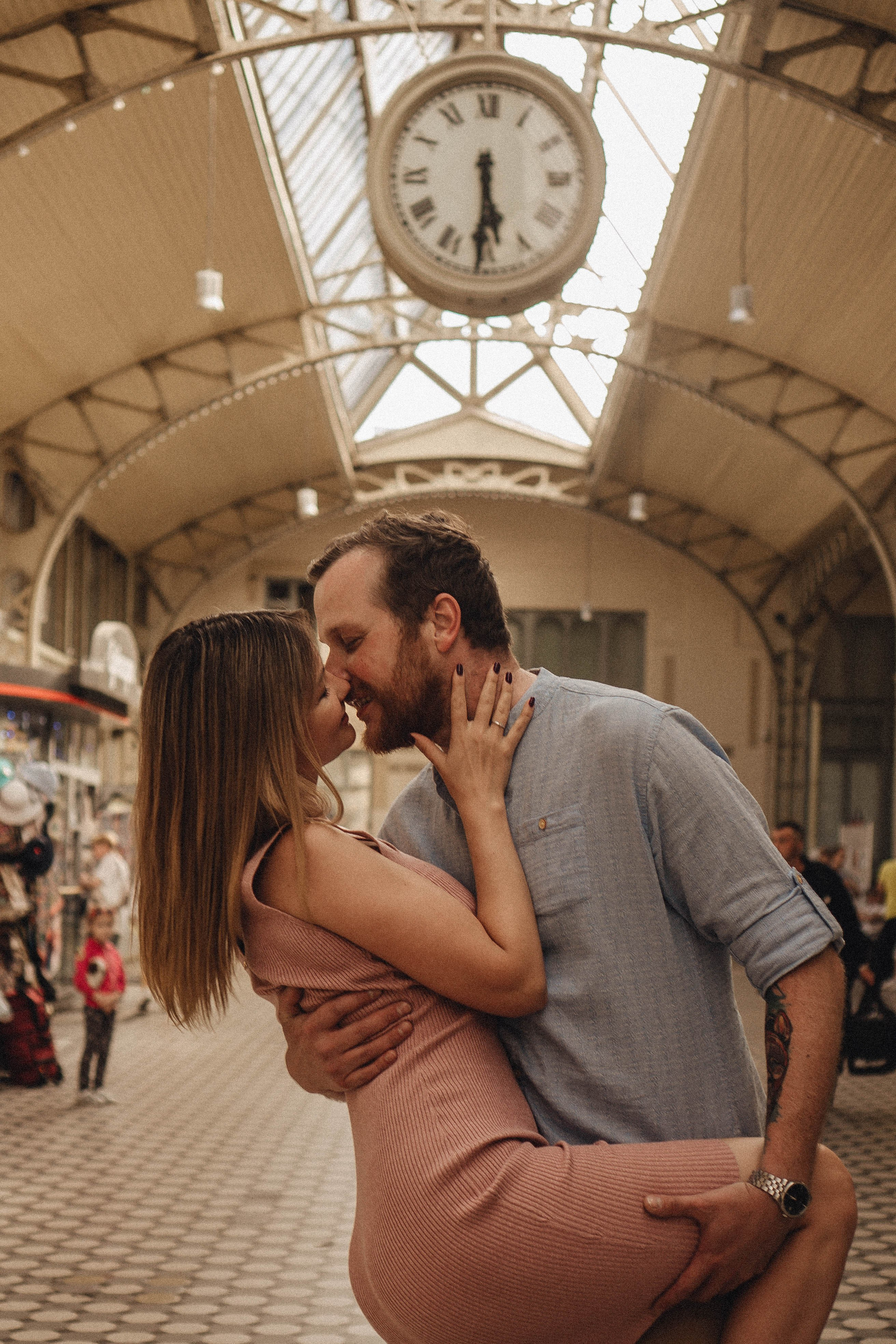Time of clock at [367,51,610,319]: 5:30
